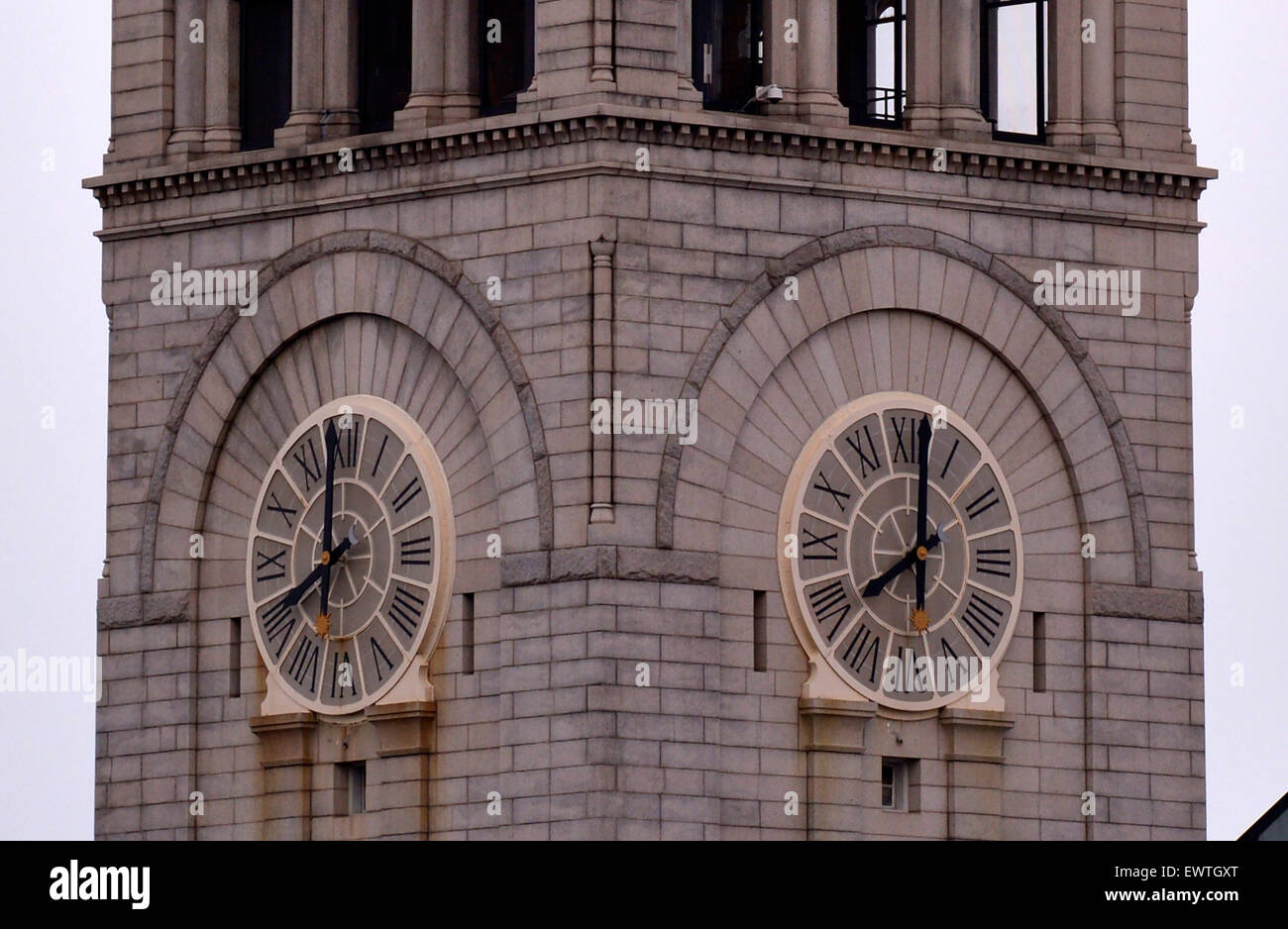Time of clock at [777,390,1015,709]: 8:01
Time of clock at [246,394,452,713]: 7:58
